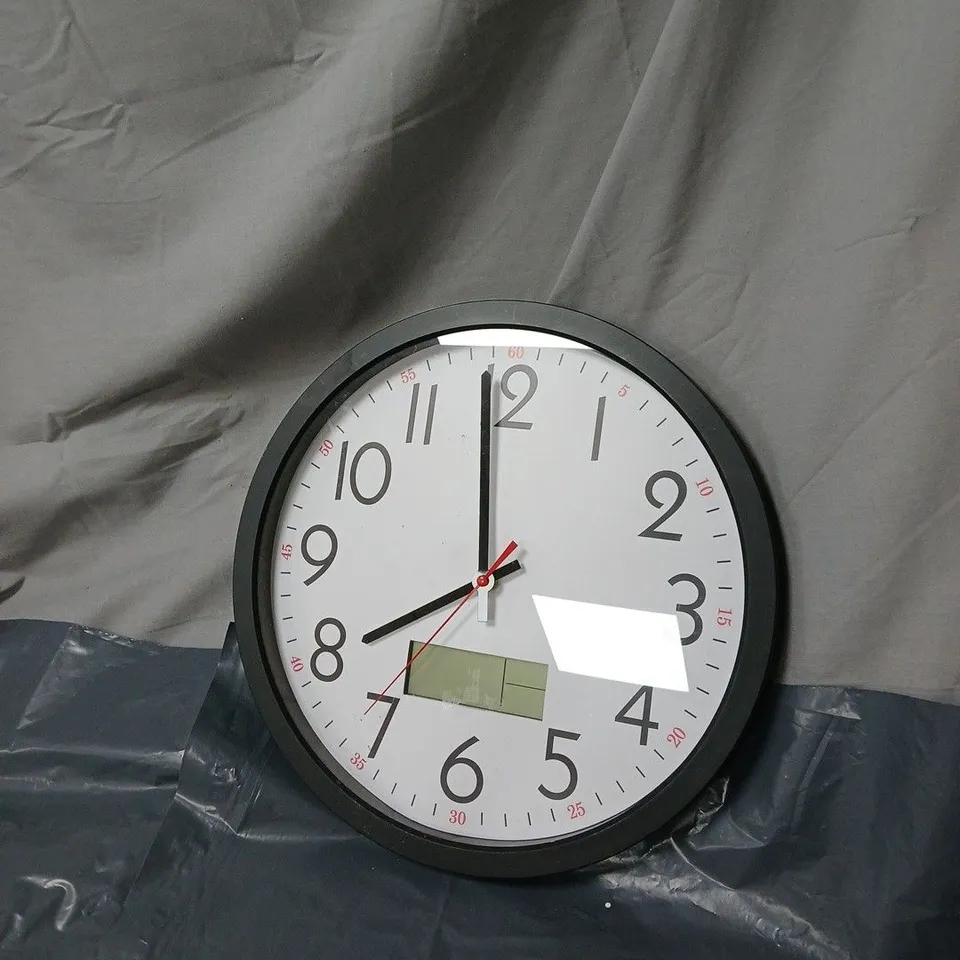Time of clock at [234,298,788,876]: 7:58
